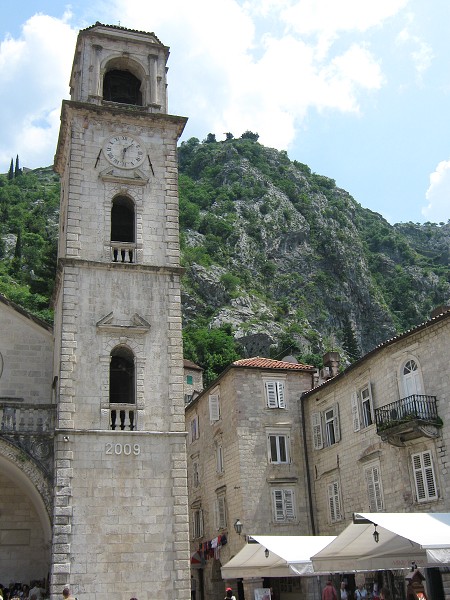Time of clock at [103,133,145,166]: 1:32
